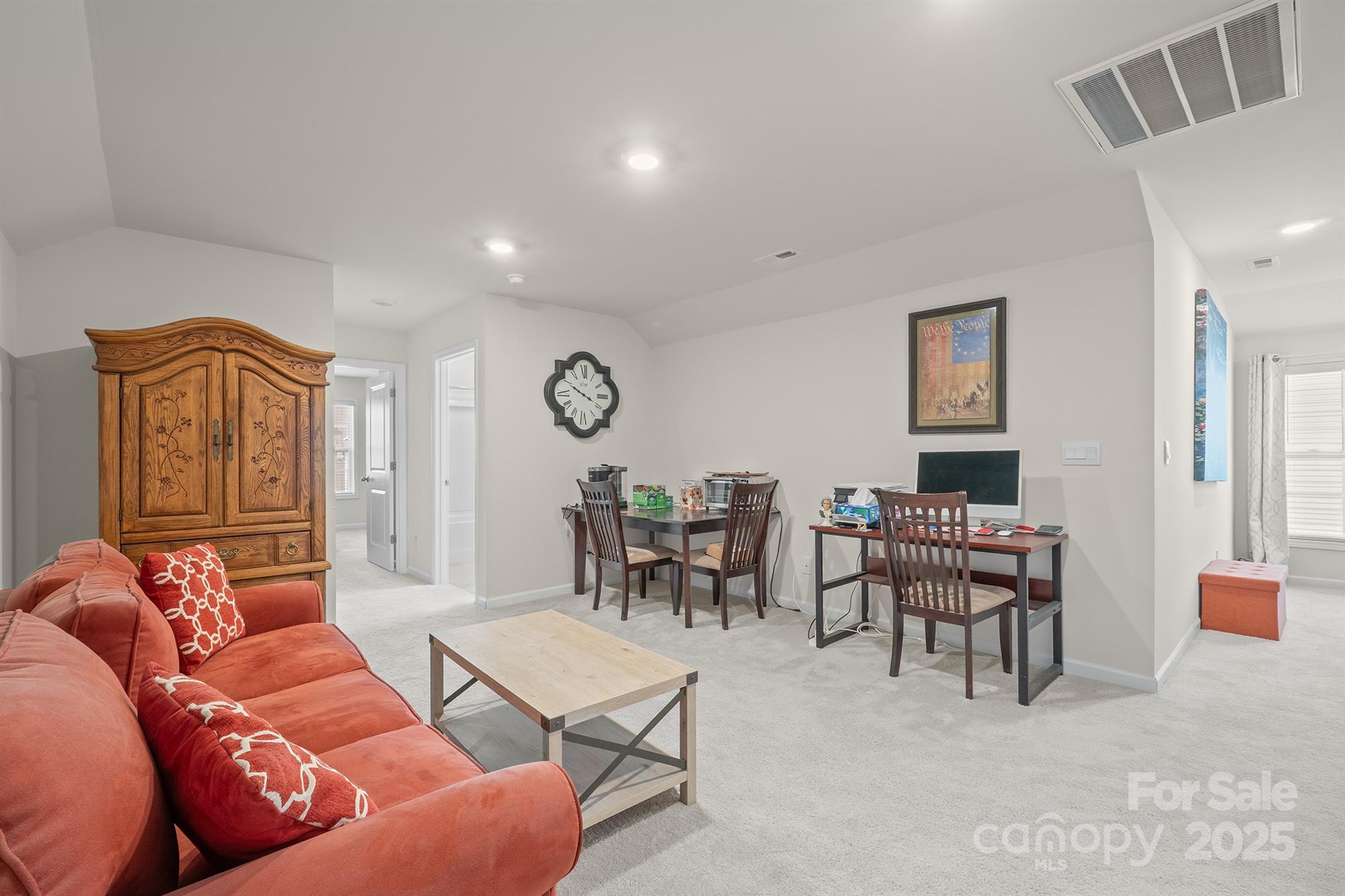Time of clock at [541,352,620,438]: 3:50
